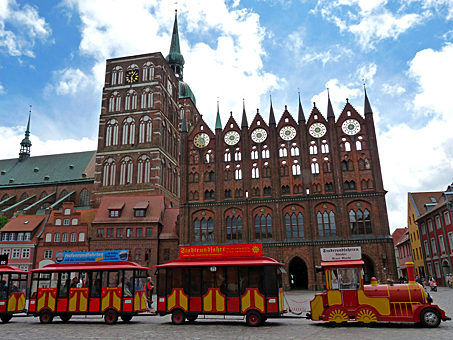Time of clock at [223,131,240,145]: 6:43
